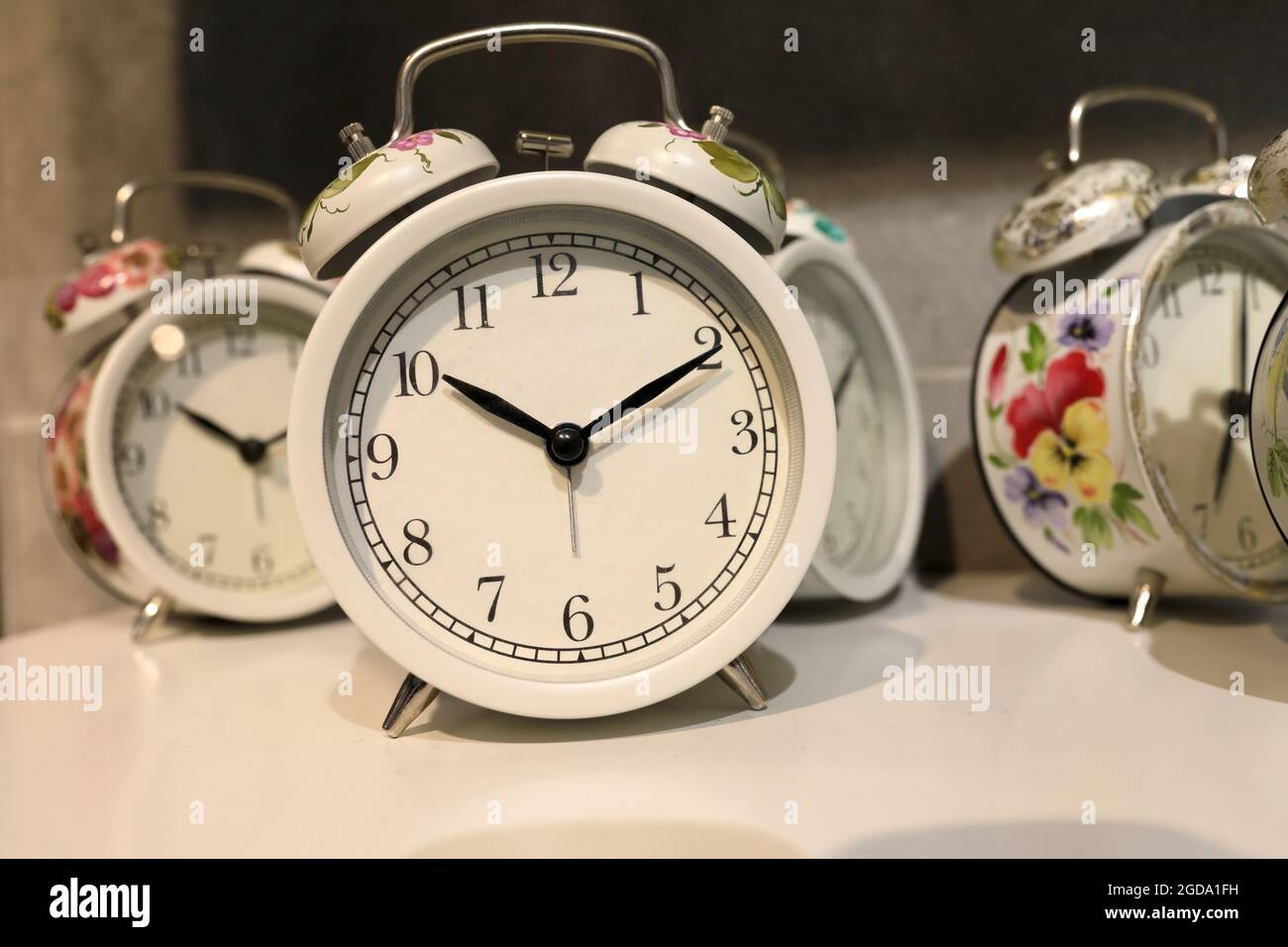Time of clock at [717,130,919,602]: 2:10
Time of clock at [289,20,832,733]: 10:10
